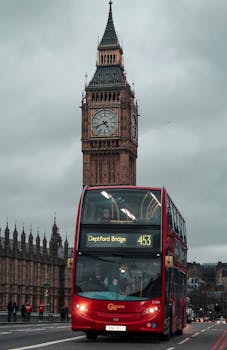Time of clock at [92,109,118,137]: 4:41
